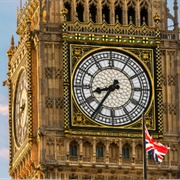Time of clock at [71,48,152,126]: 8:35
